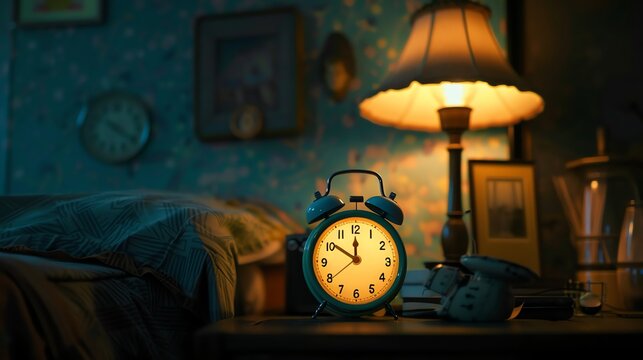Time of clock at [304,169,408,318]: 11:50
